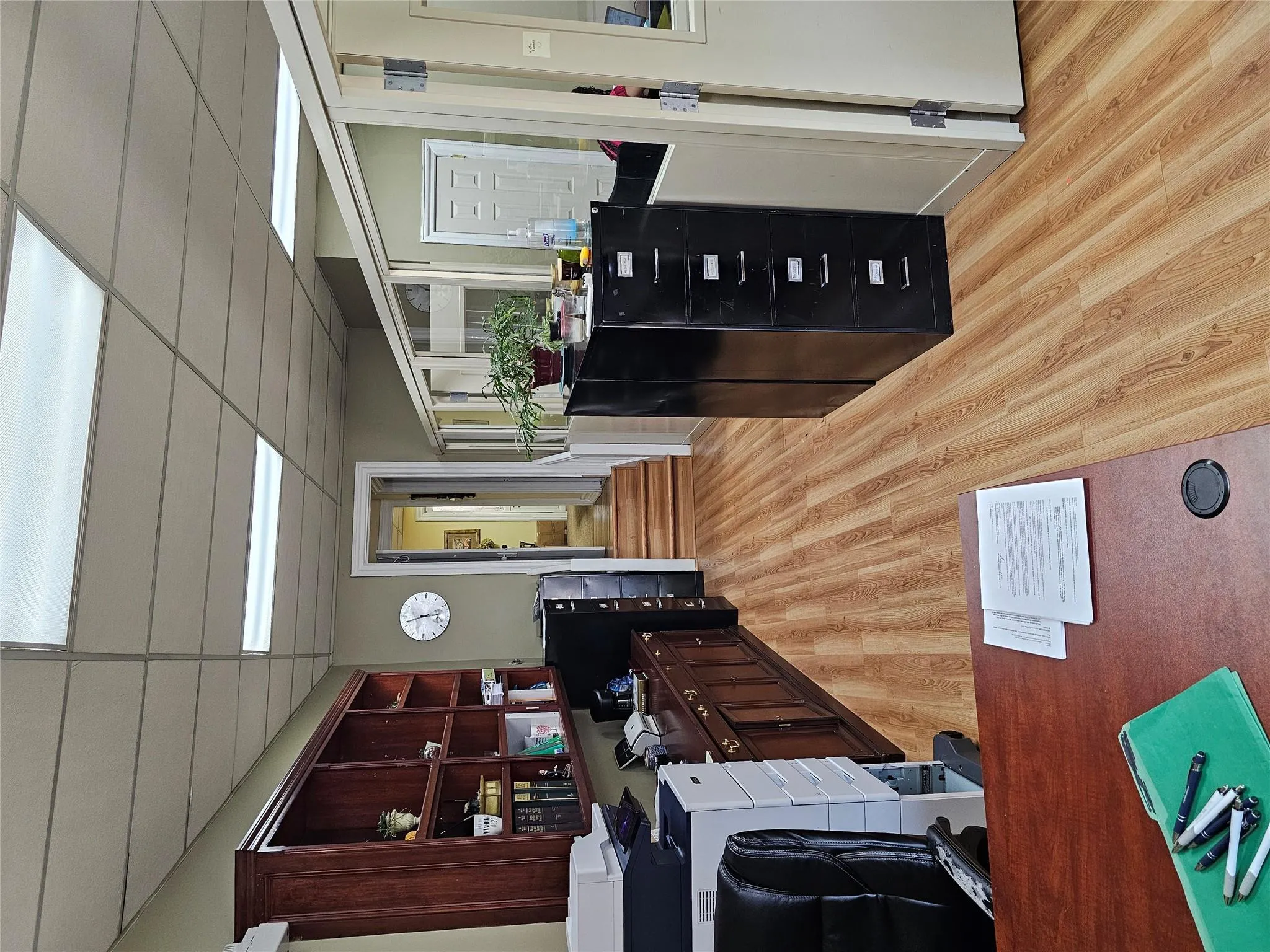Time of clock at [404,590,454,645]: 2:42
